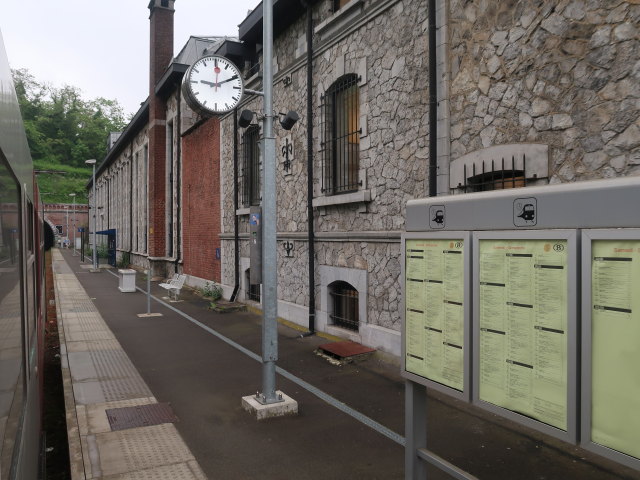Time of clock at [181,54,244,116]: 9:10
